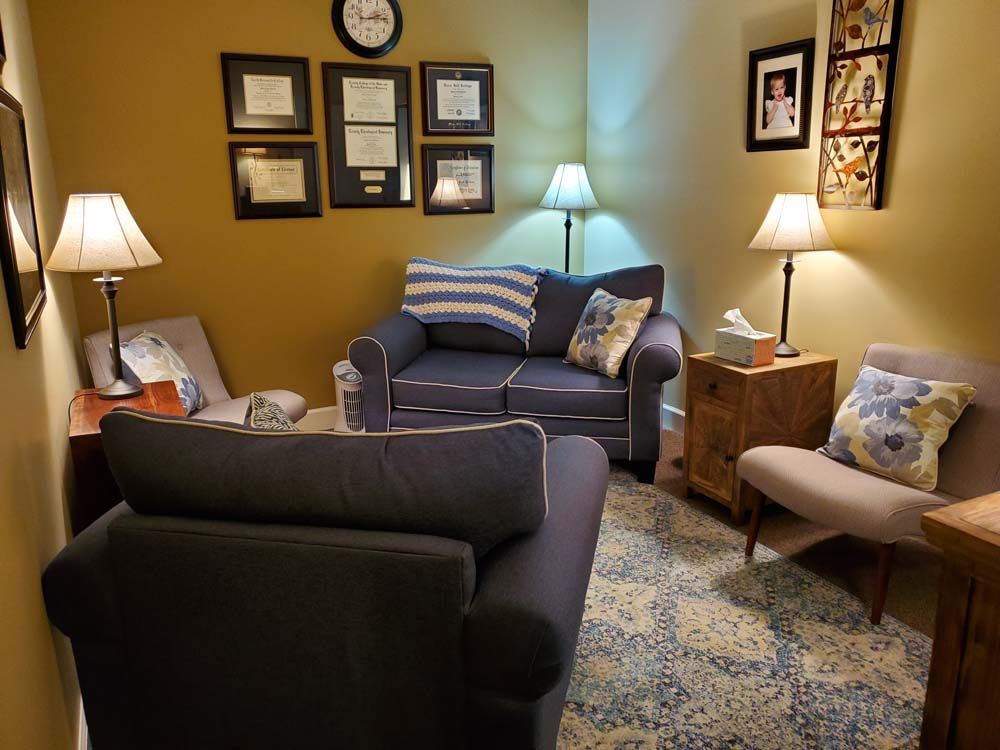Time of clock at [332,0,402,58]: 2:13
